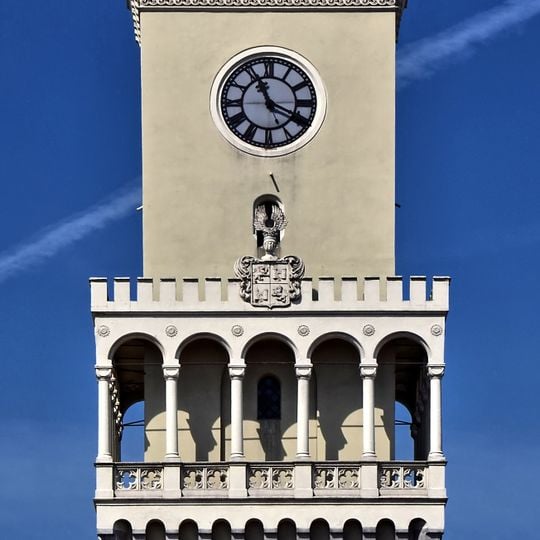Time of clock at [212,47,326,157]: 11:19
